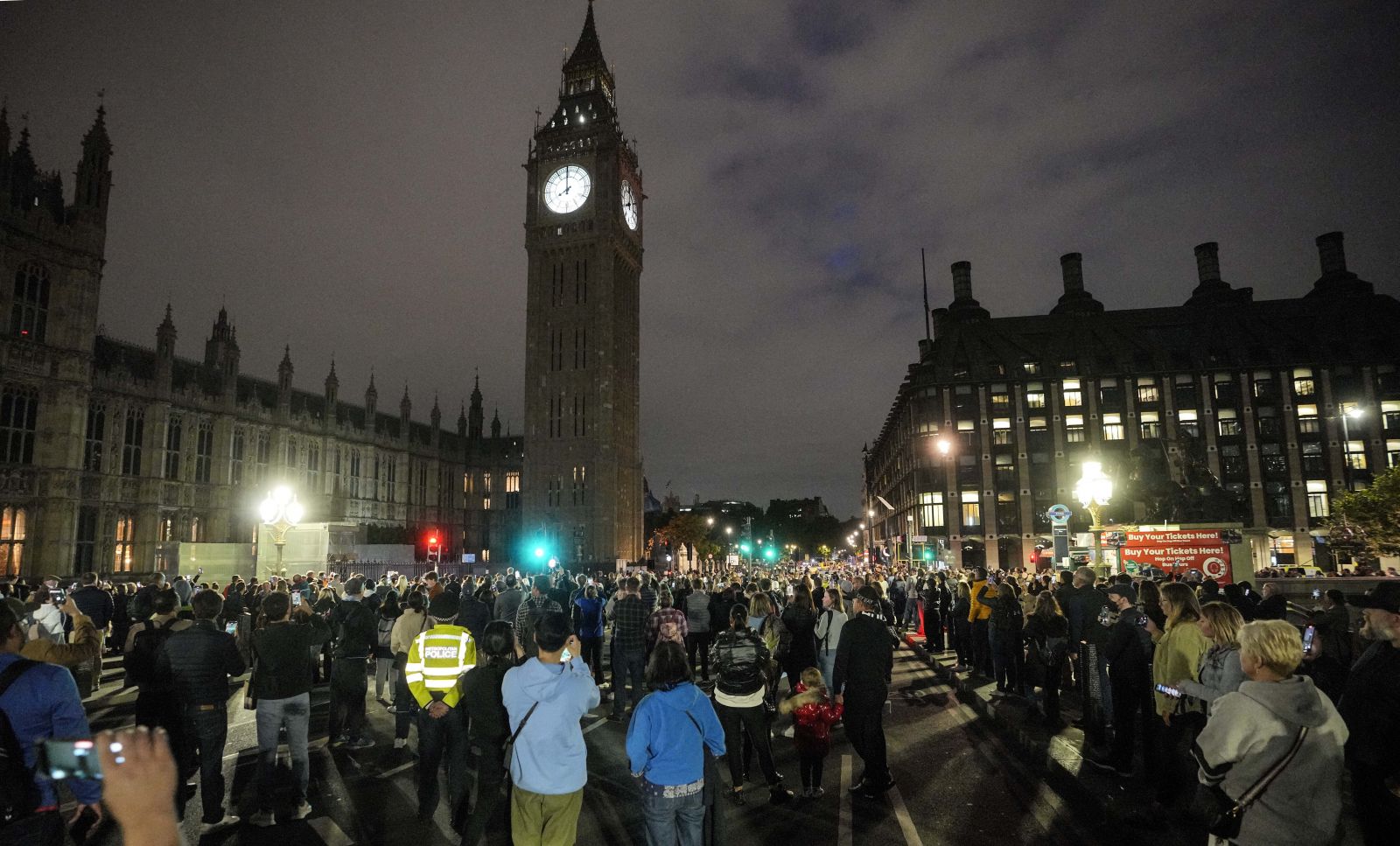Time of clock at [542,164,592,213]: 7:59
